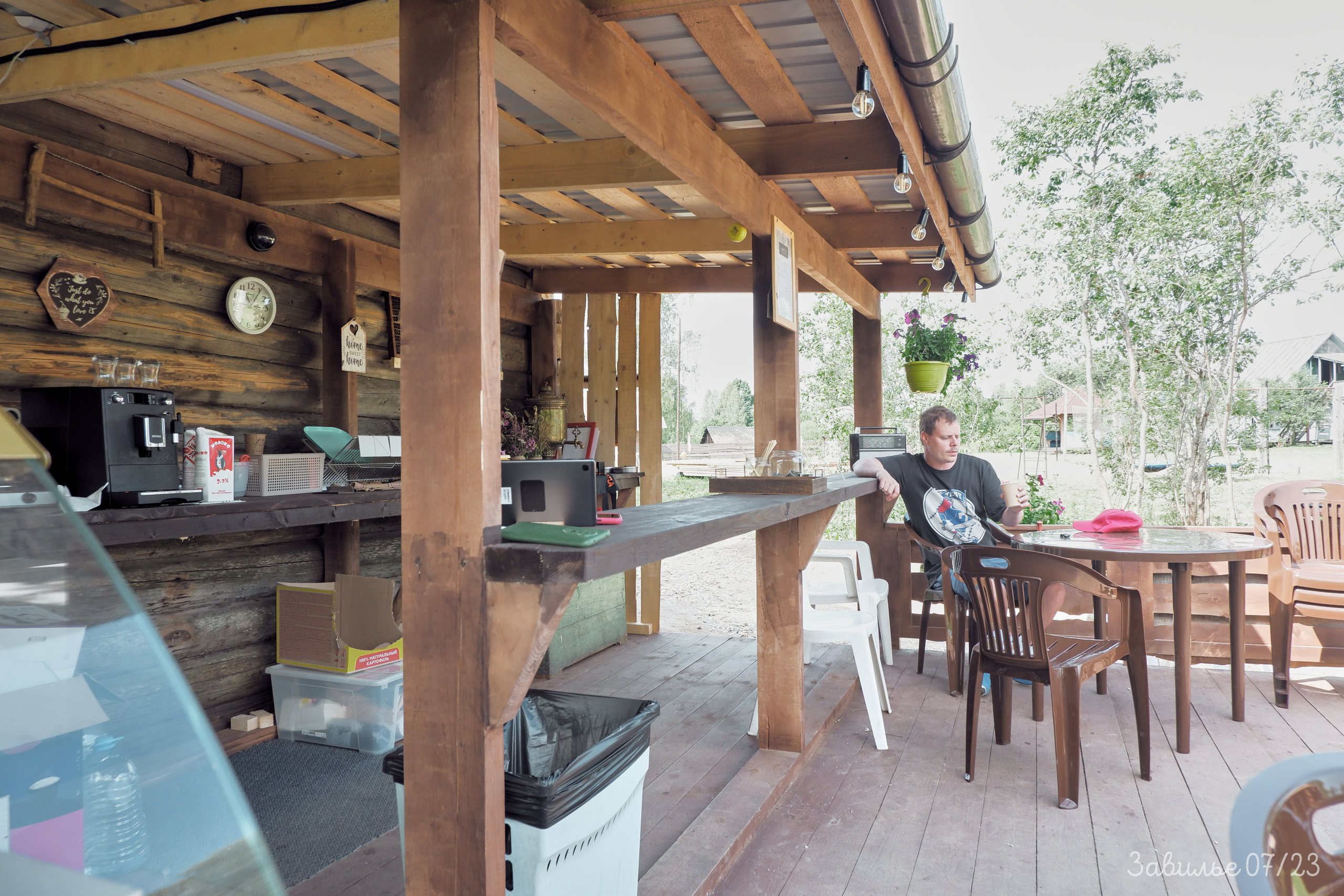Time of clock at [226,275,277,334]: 11:05
